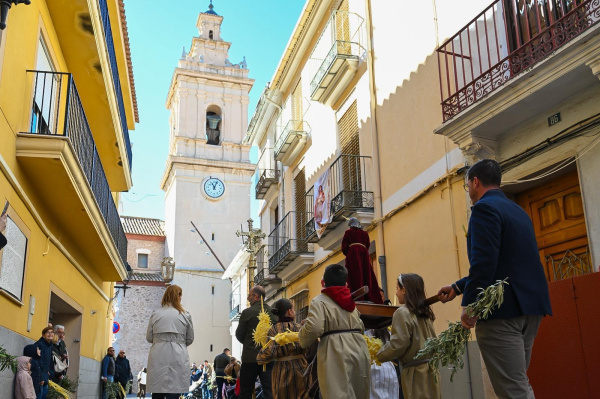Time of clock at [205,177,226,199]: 11:03
